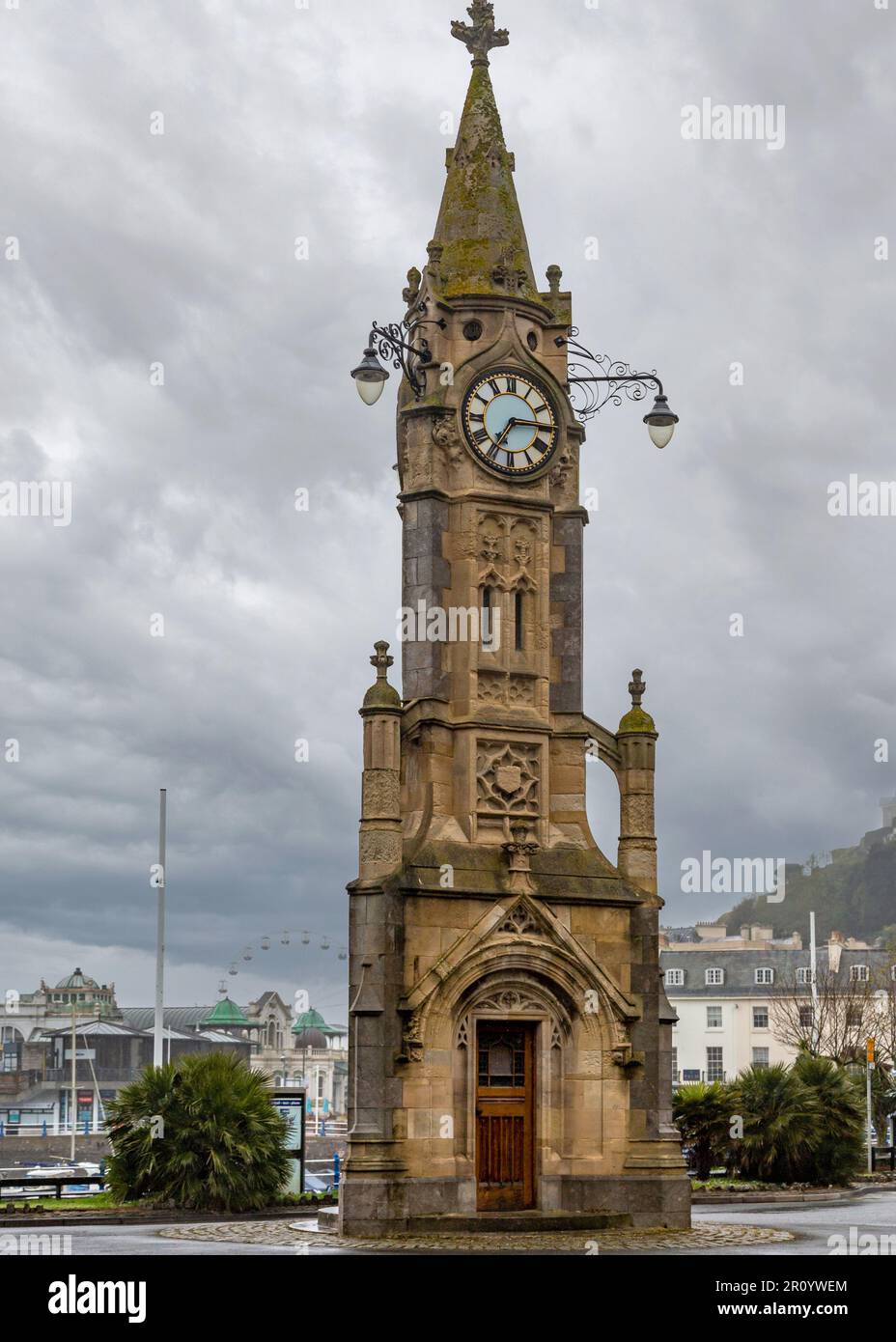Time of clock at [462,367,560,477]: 7:15
